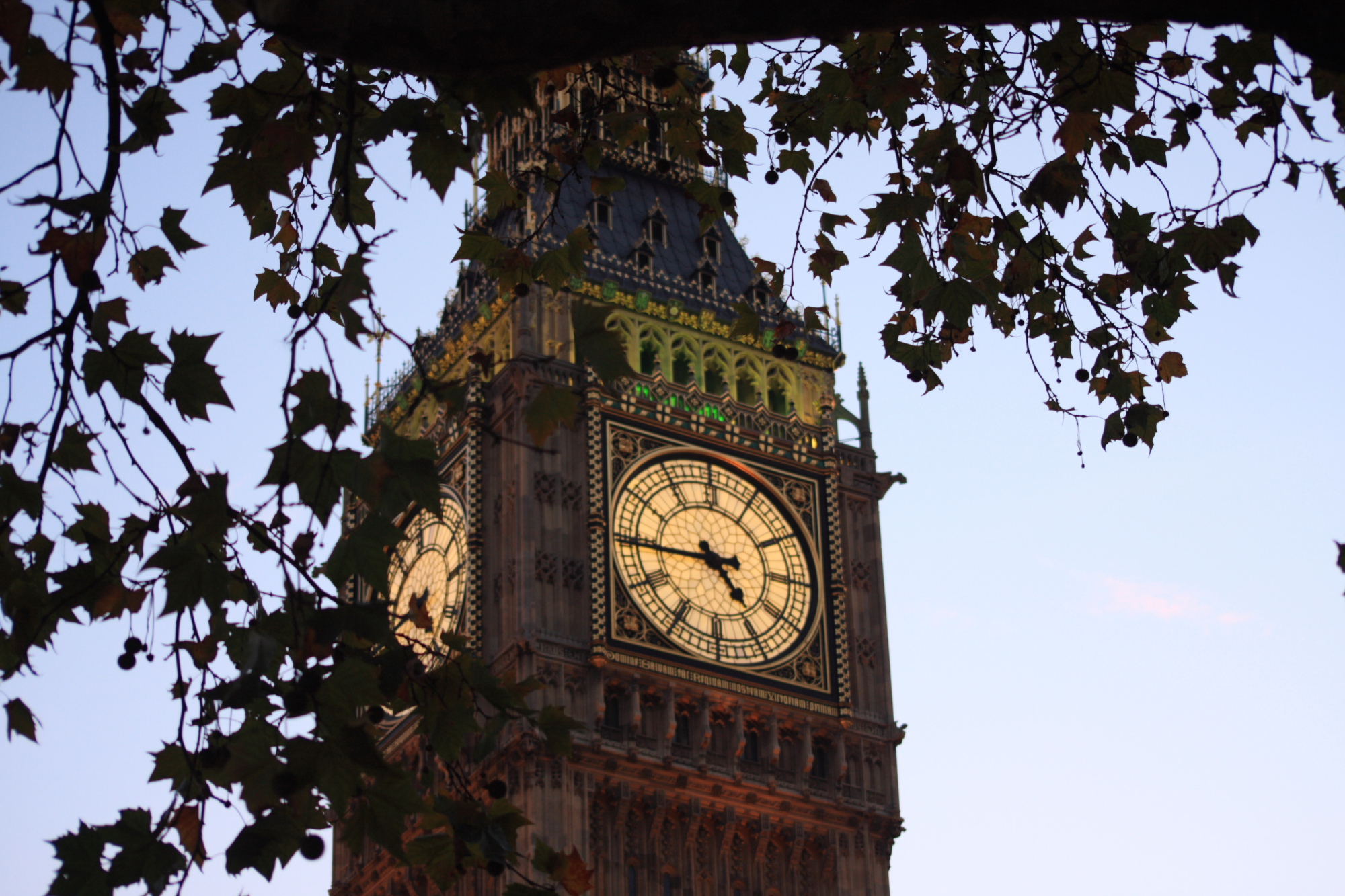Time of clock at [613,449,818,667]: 4:44
